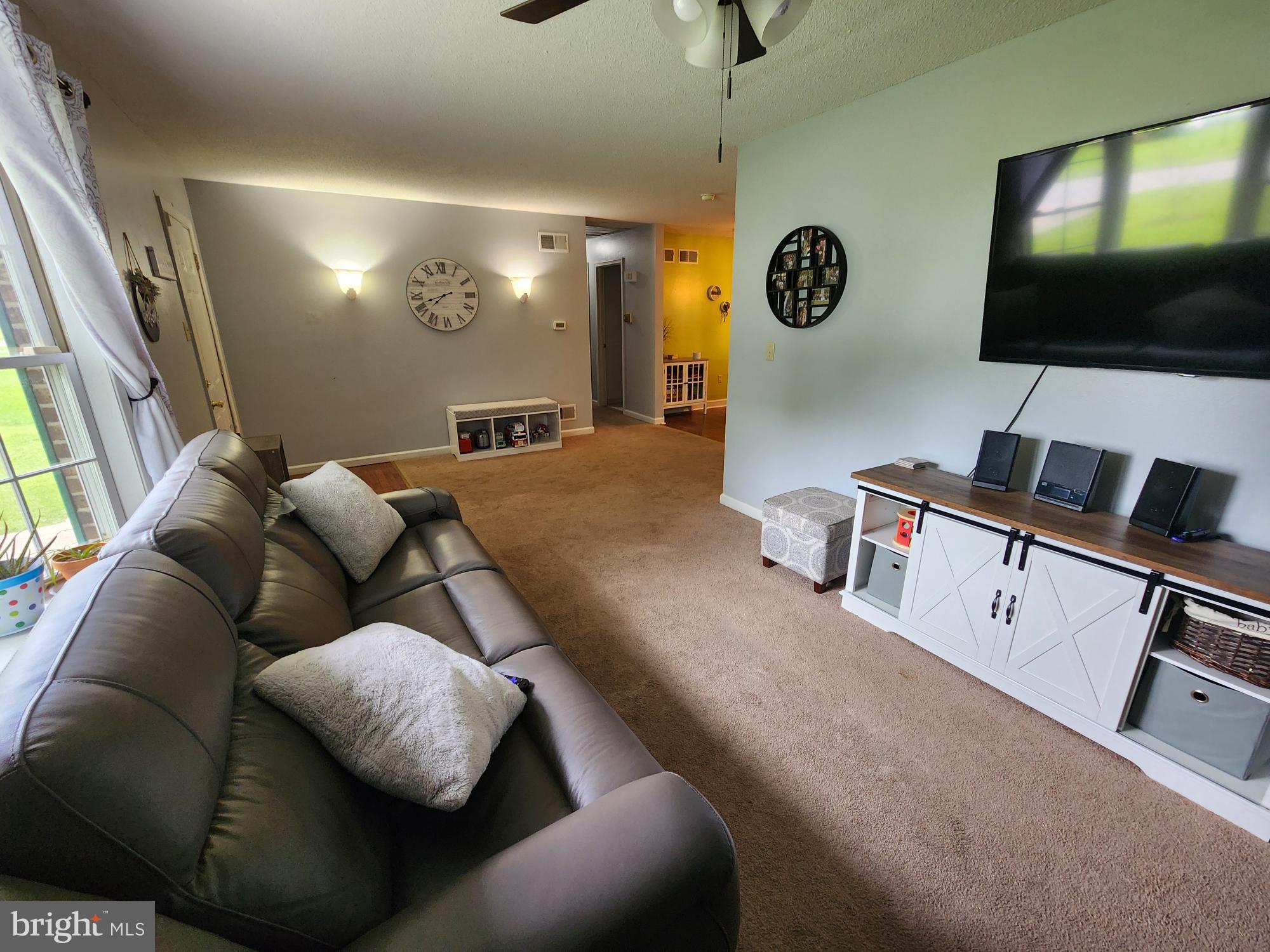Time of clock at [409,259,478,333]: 7:42
